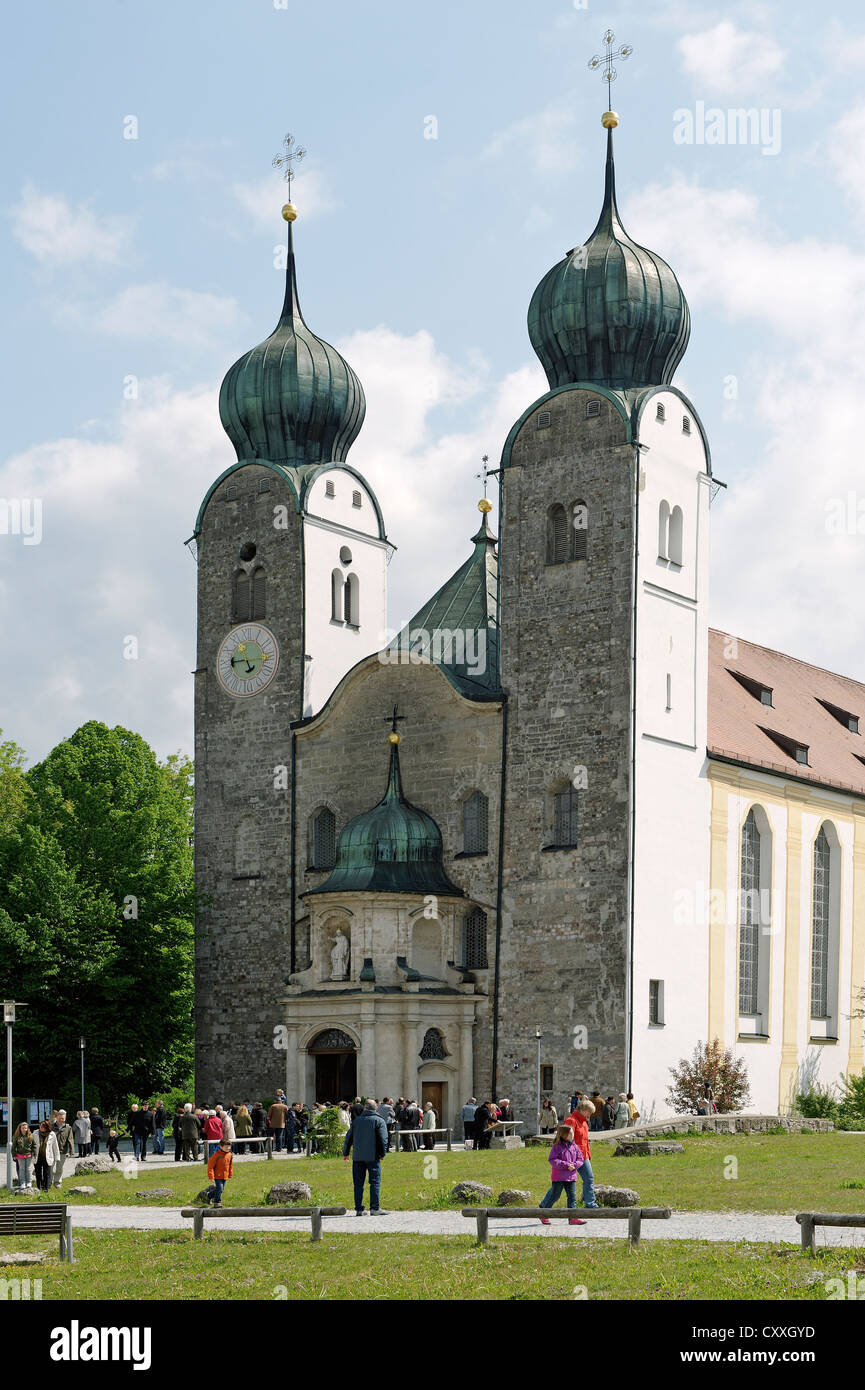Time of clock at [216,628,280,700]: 8:56
